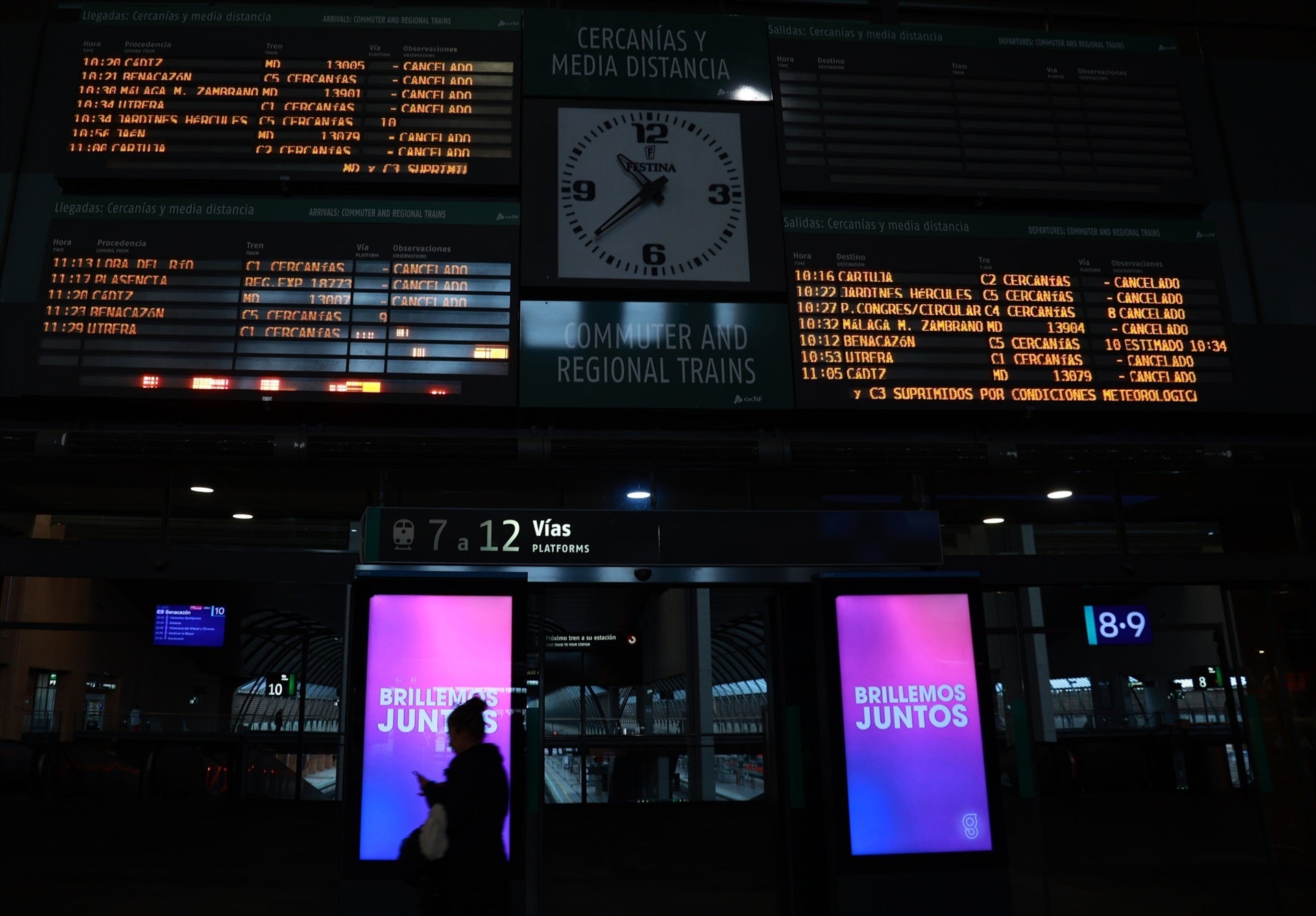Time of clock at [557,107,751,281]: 10:38
